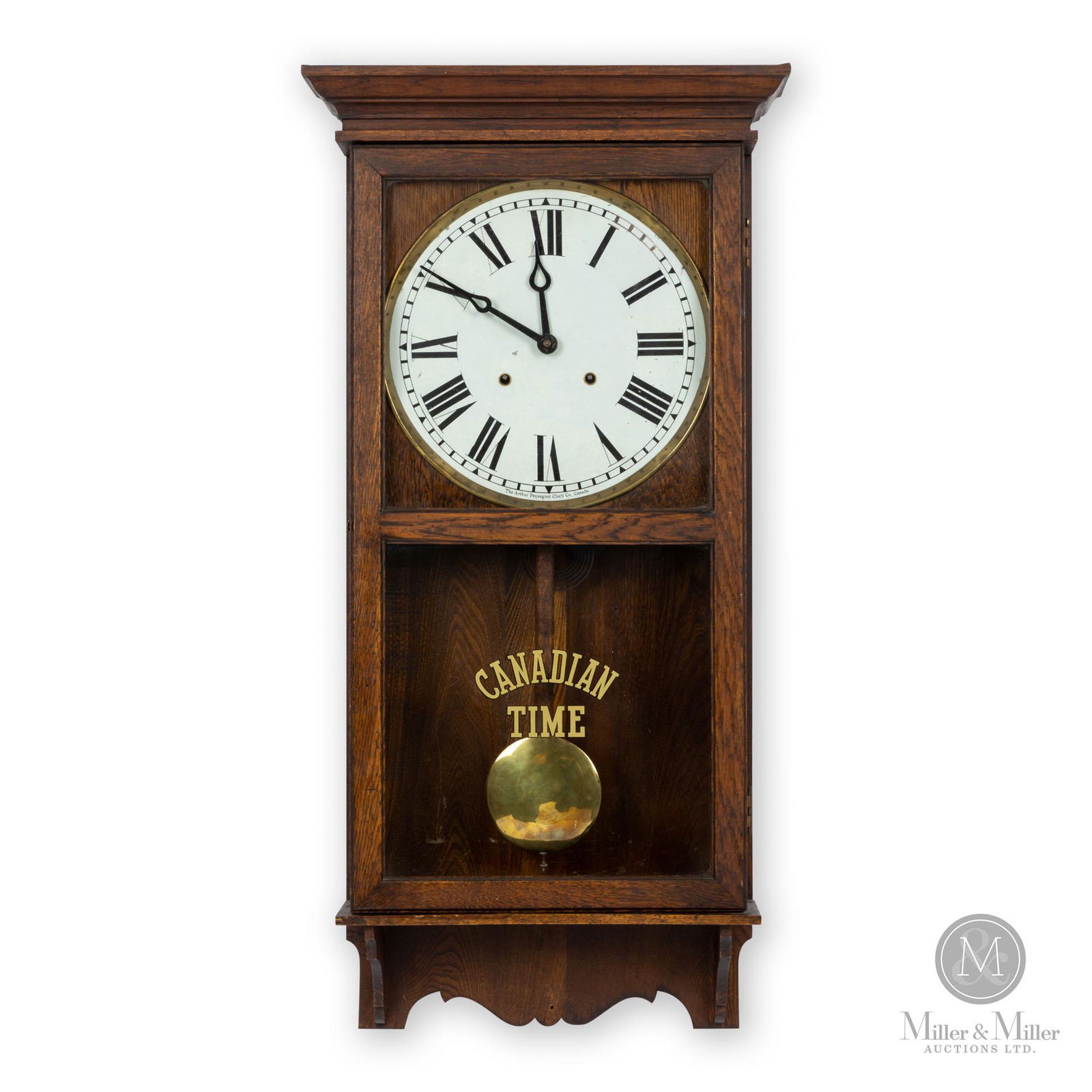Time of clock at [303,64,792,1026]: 11:50
